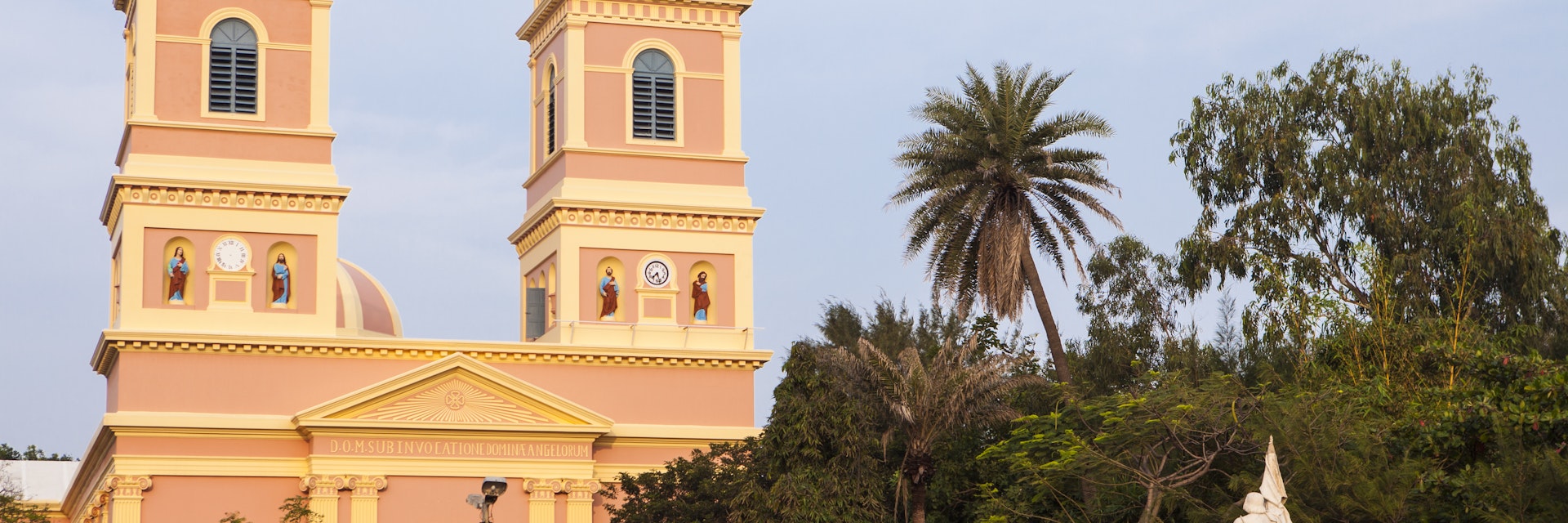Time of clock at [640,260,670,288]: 7:27
